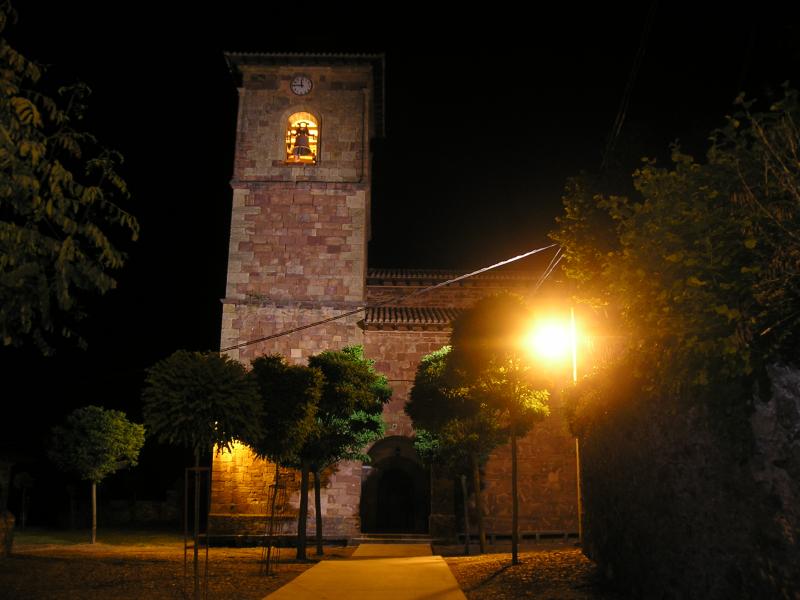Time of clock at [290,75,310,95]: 11:46
